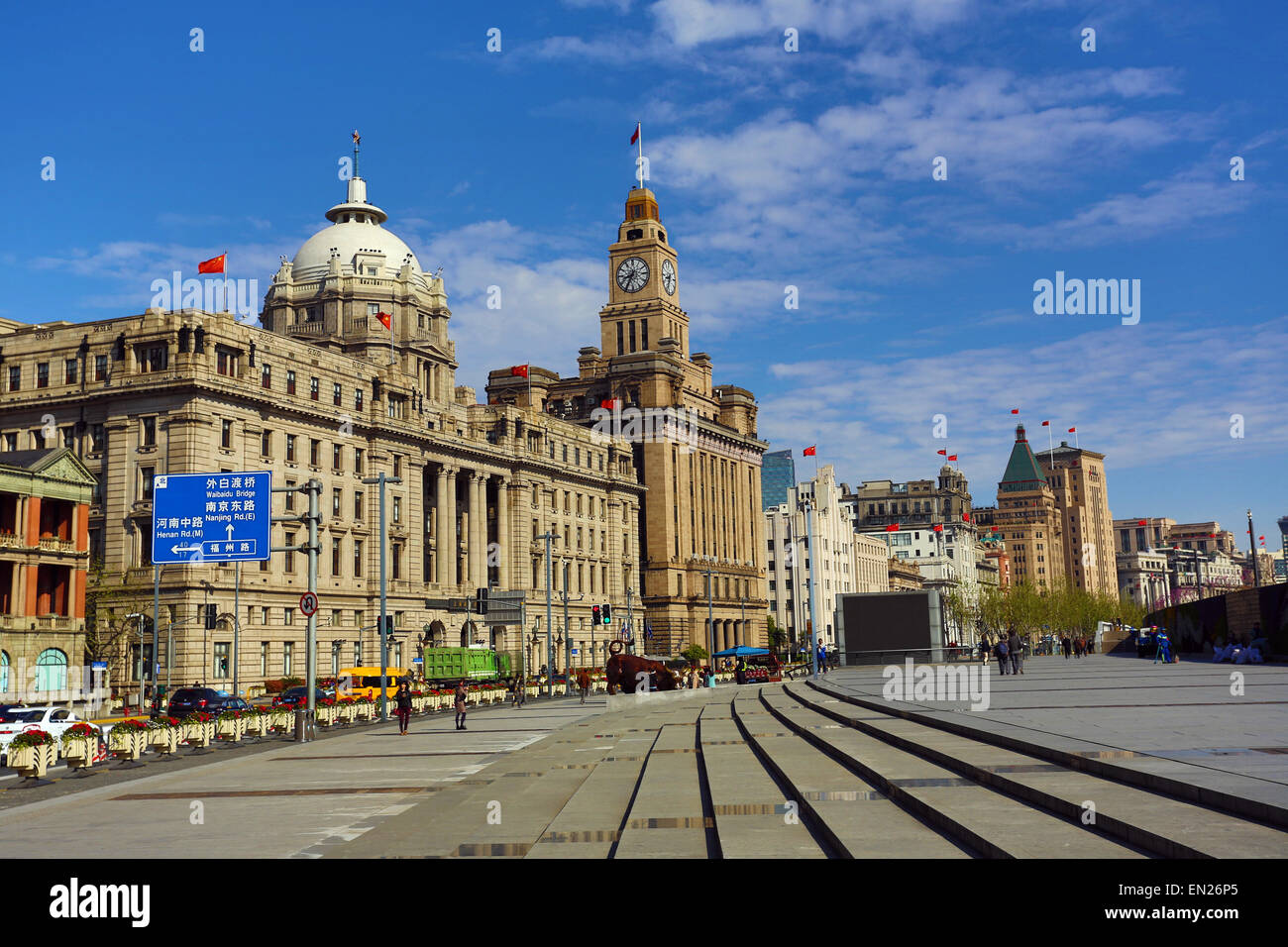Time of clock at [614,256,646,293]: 8:34
